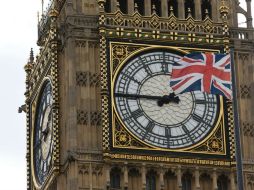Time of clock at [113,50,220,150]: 1:45
